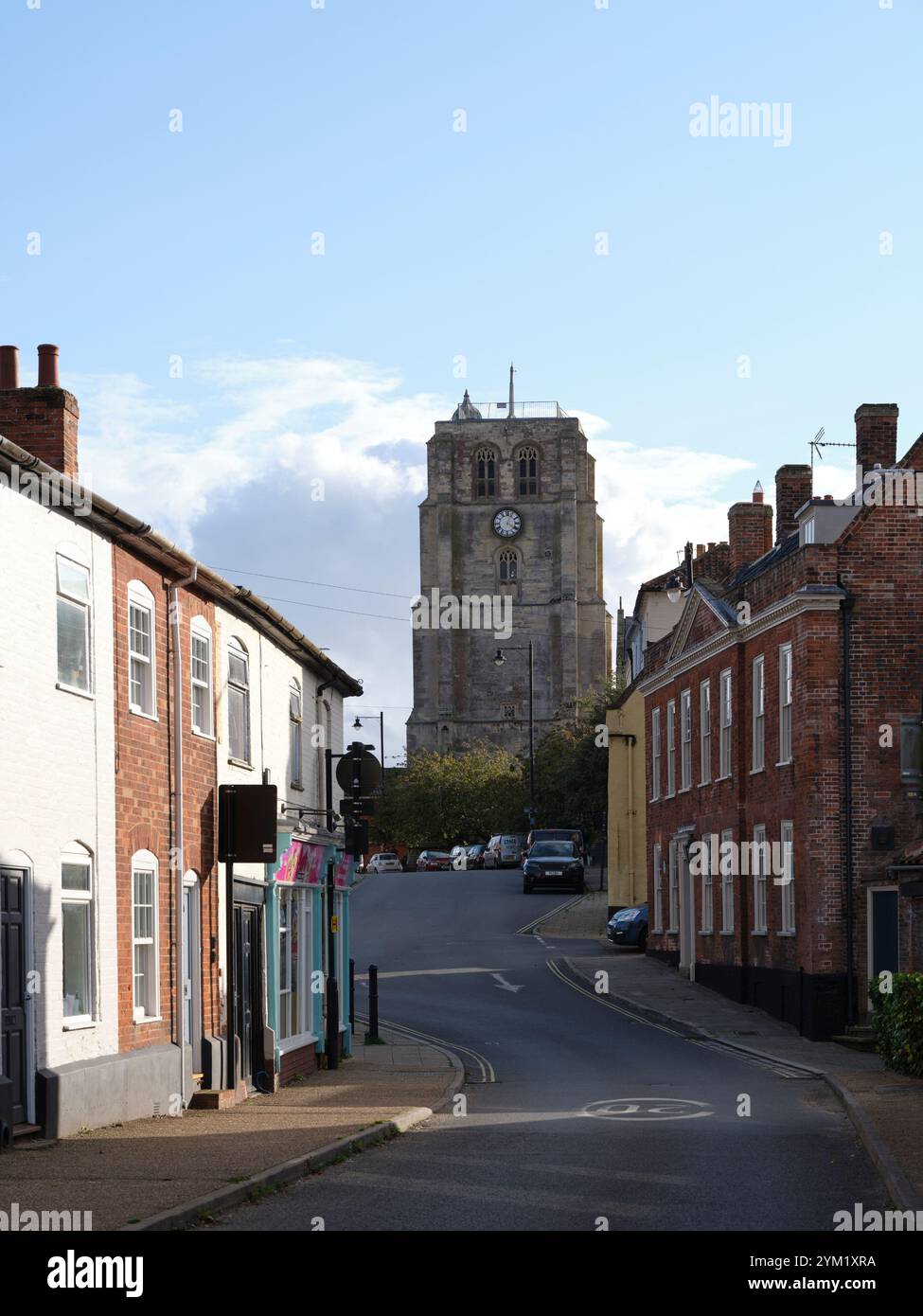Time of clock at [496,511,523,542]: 4:04
